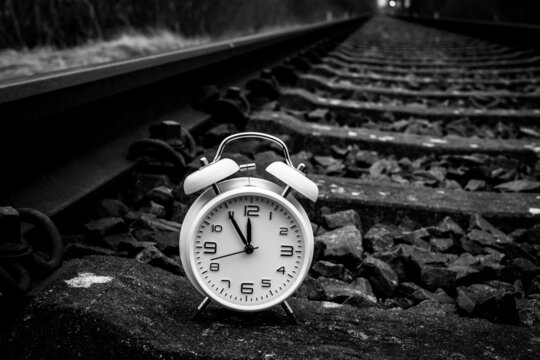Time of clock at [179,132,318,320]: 11:54
